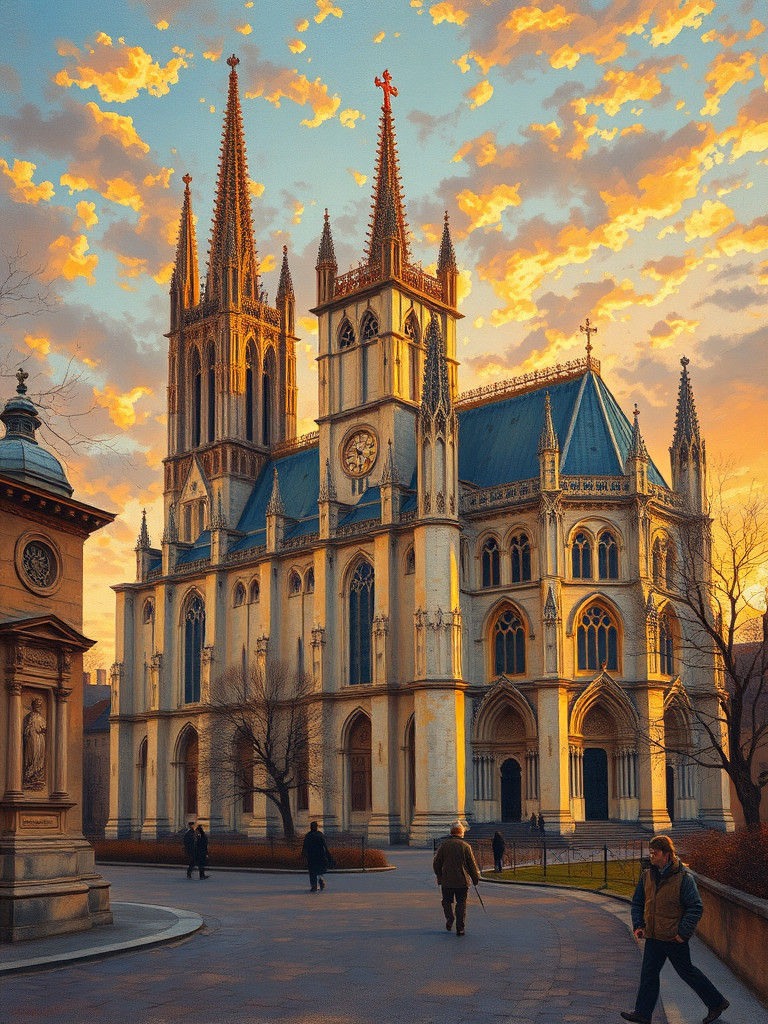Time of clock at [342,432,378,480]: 10:28
